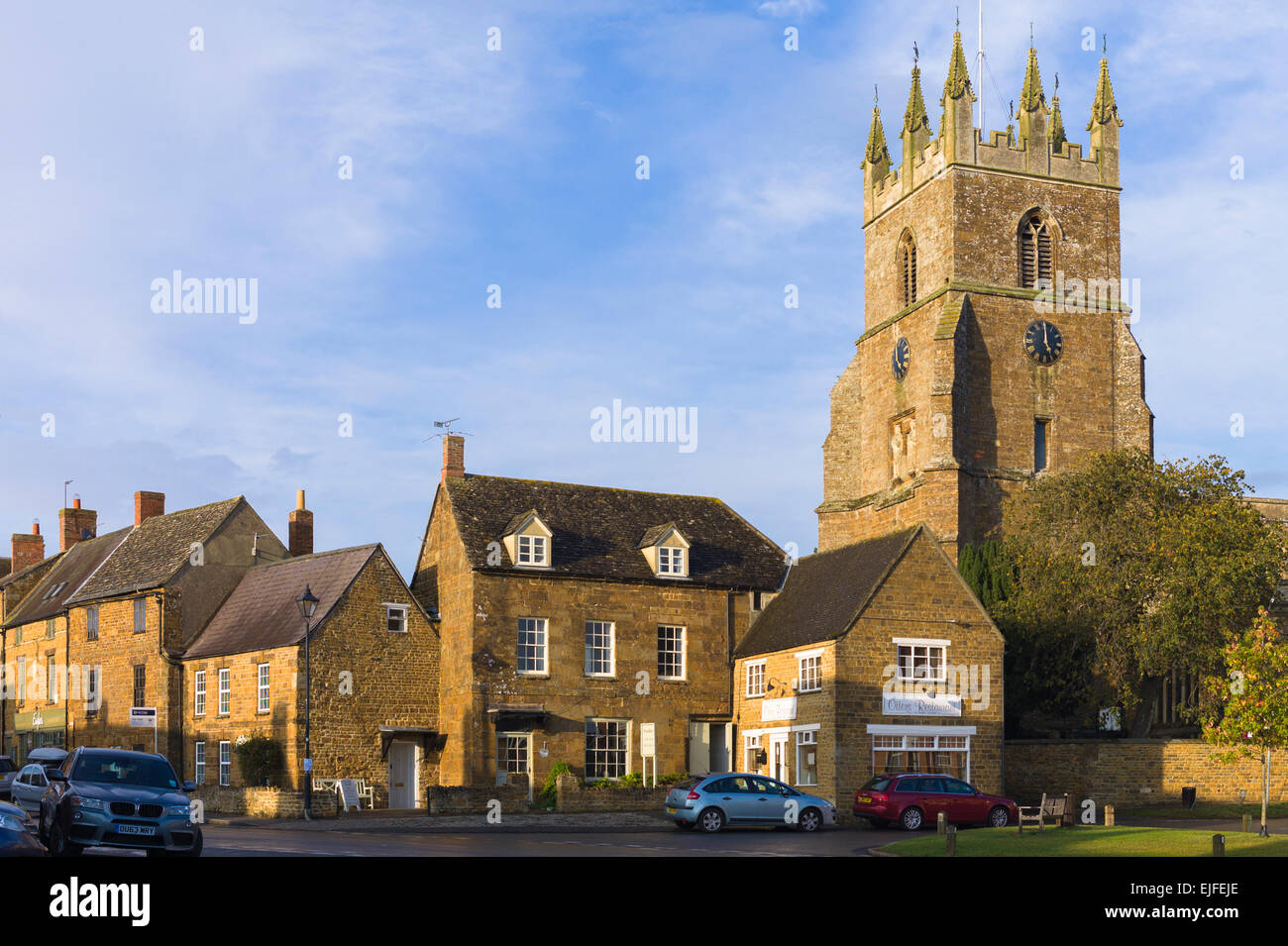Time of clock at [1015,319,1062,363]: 4:59
